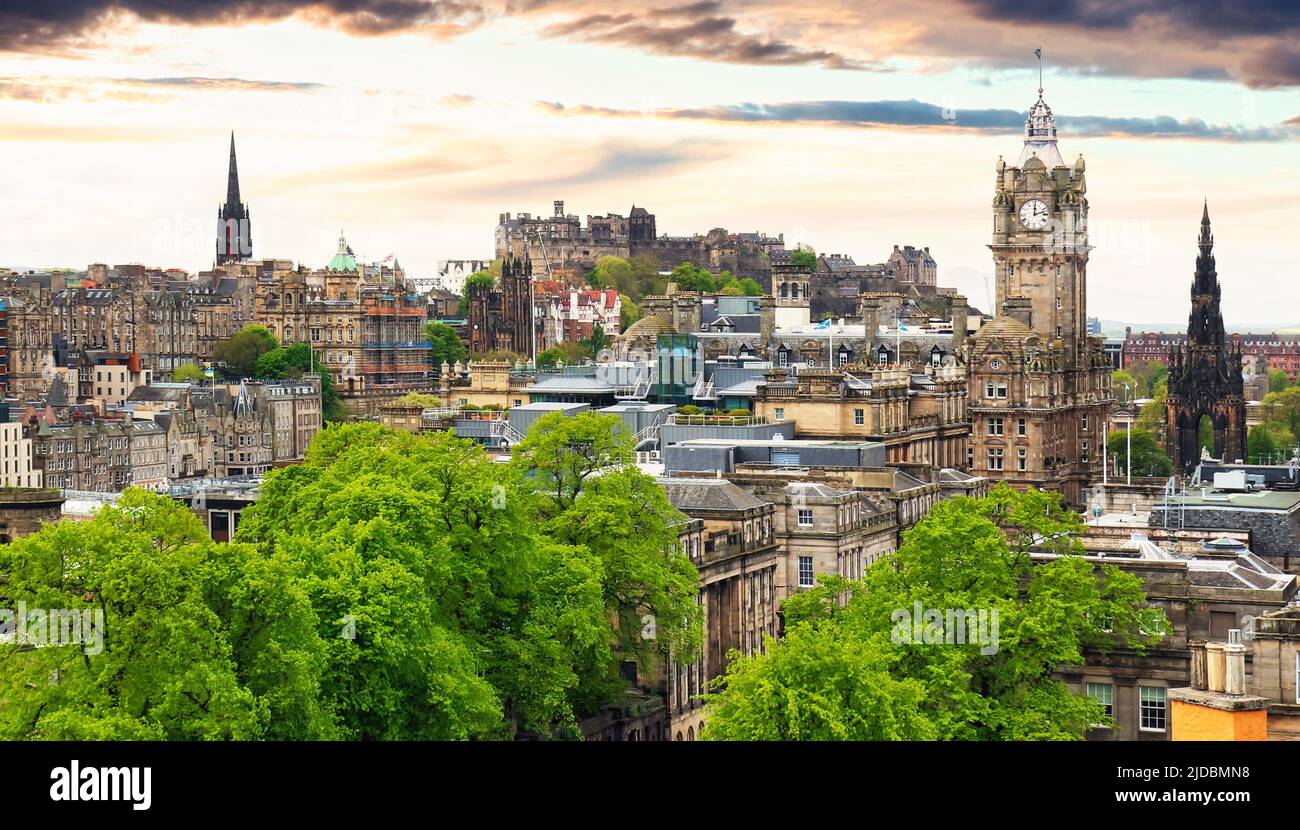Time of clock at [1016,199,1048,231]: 12:12
